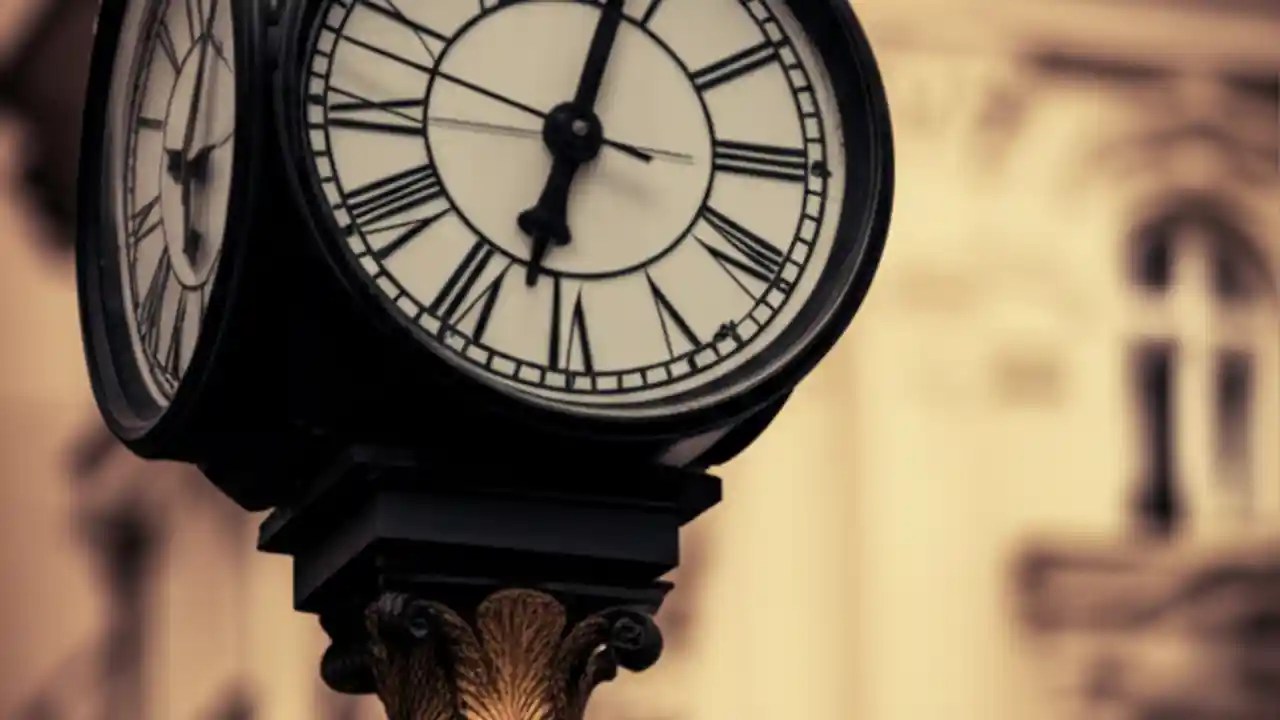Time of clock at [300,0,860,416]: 12:32
